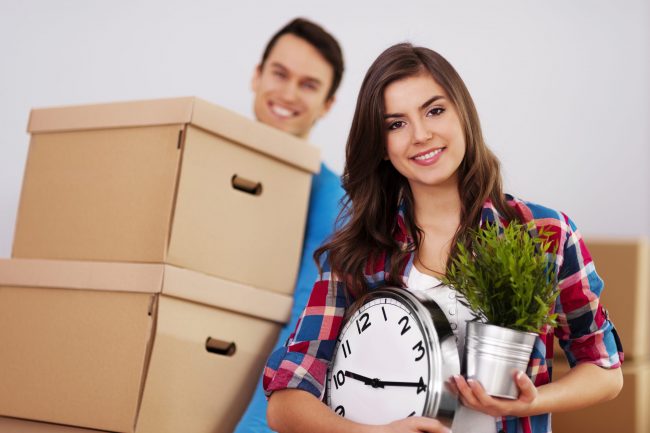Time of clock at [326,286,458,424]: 10:19
